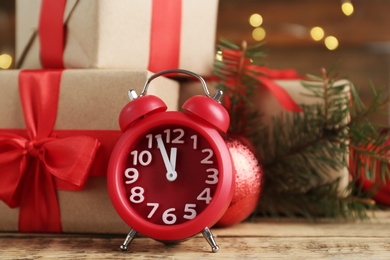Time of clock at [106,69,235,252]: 11:56
